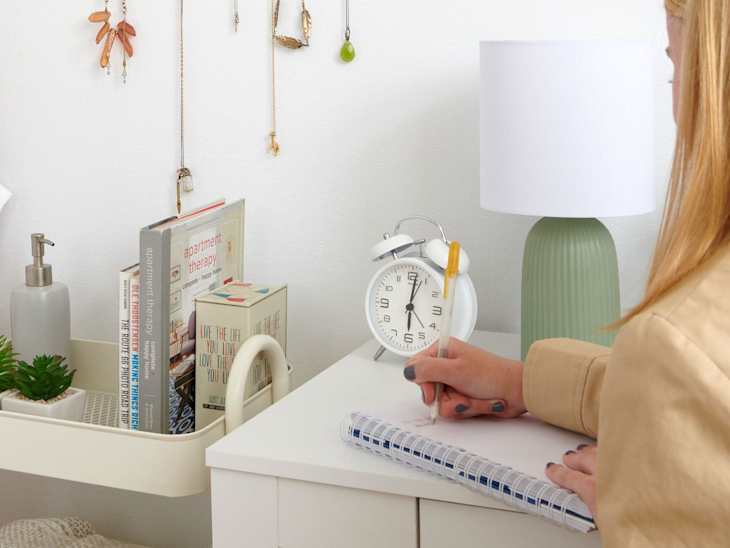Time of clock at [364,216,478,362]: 6:01
